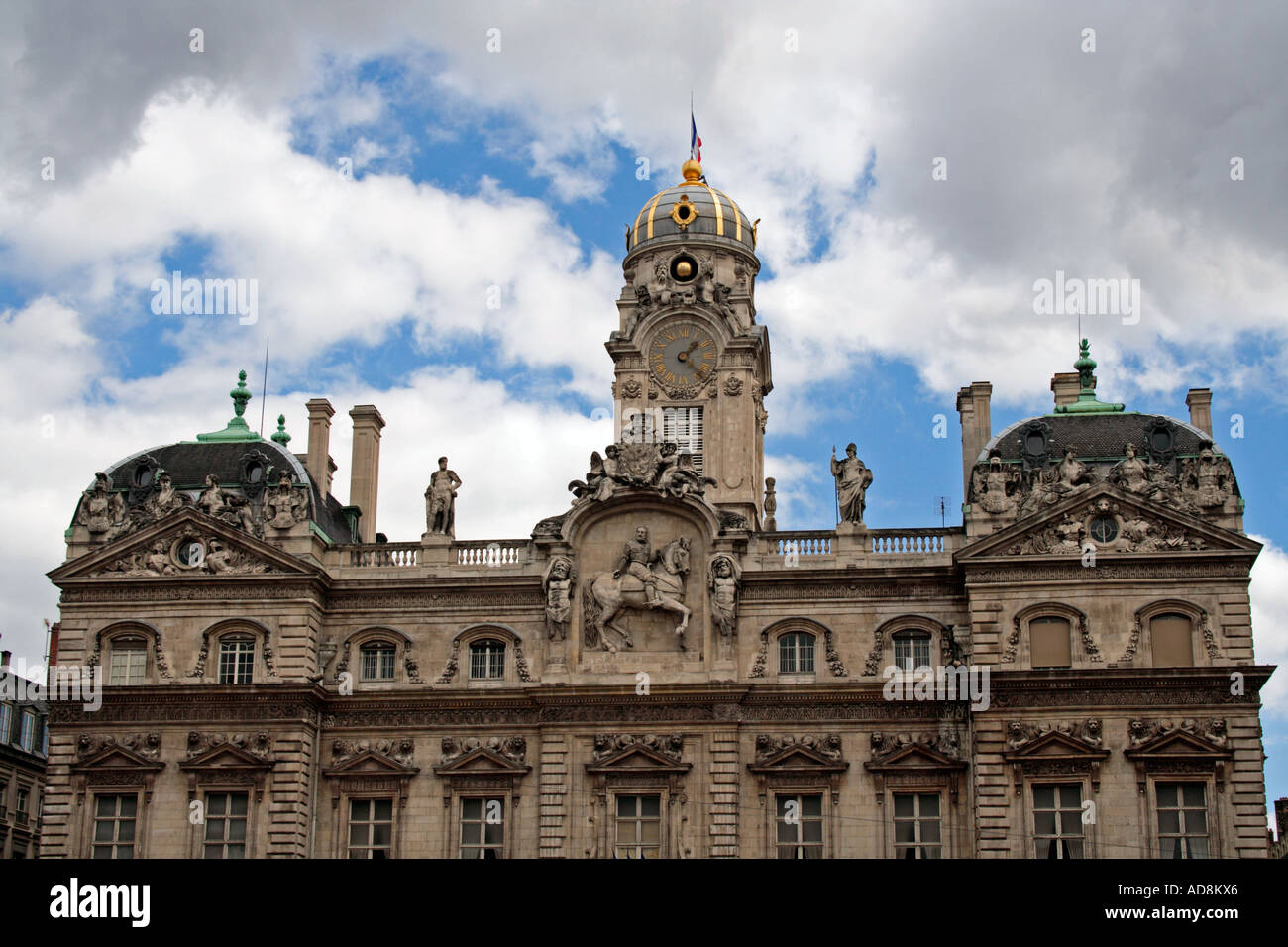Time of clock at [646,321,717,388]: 1:22
